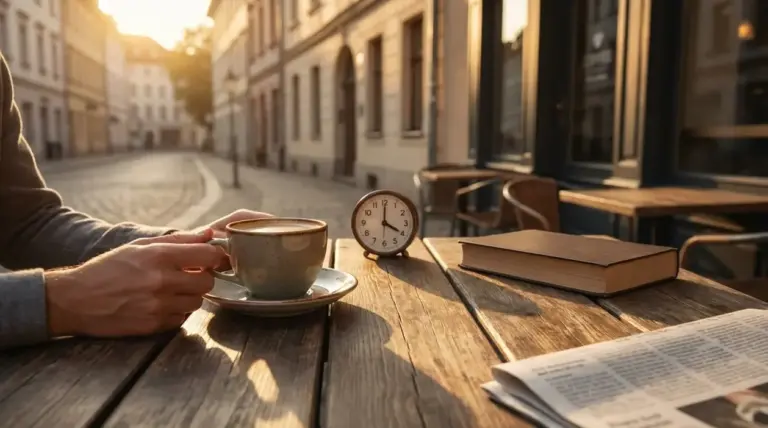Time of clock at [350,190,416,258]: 4:00
